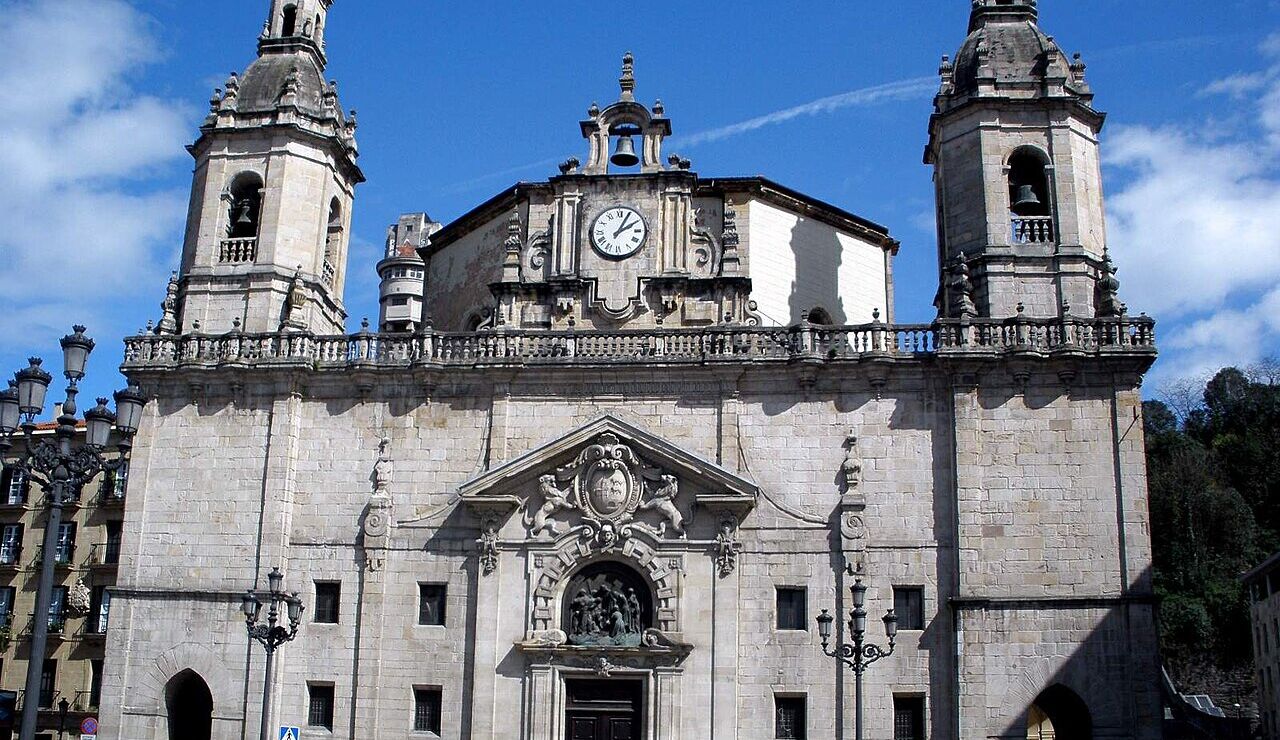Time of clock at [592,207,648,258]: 2:04
